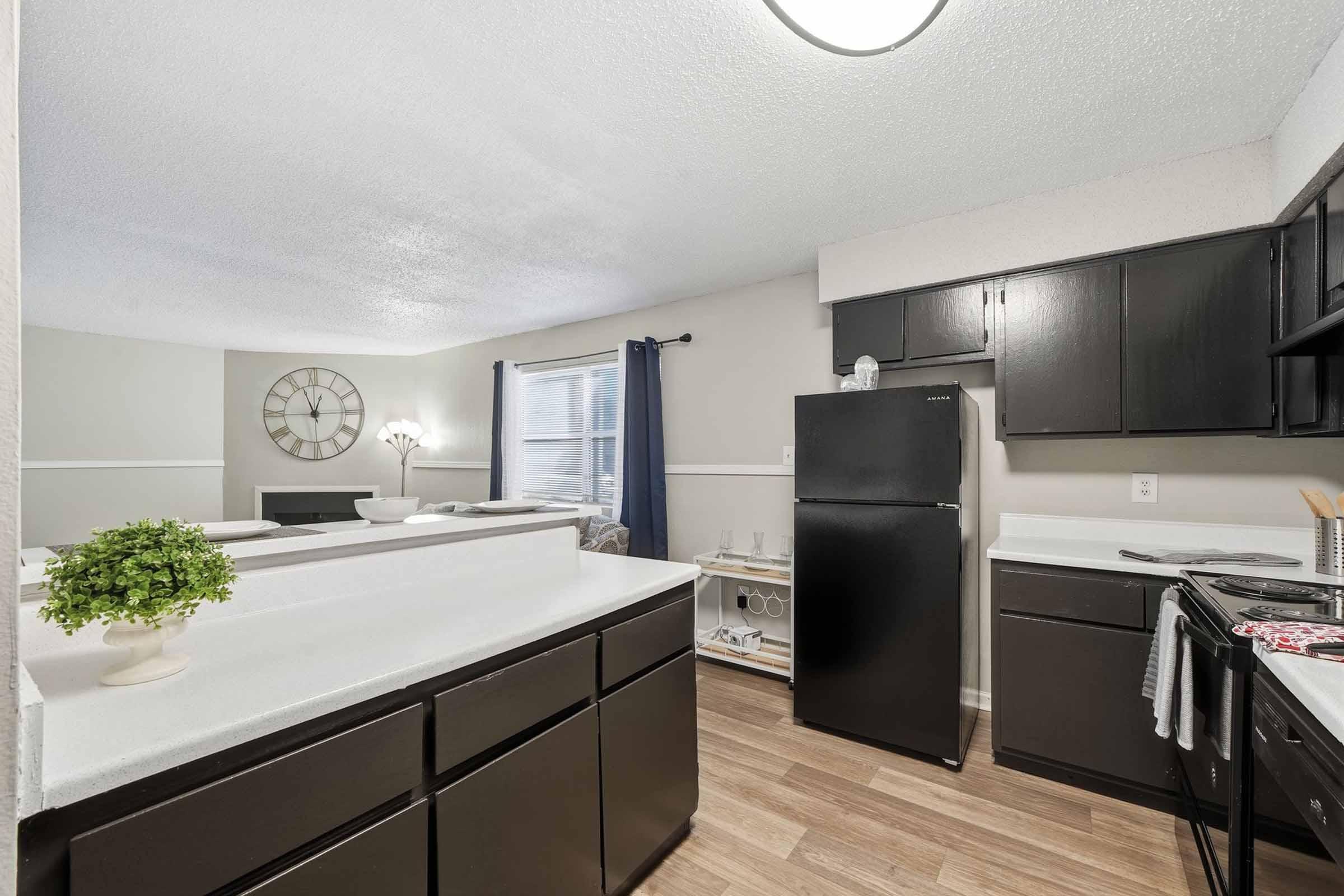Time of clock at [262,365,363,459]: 12:56
